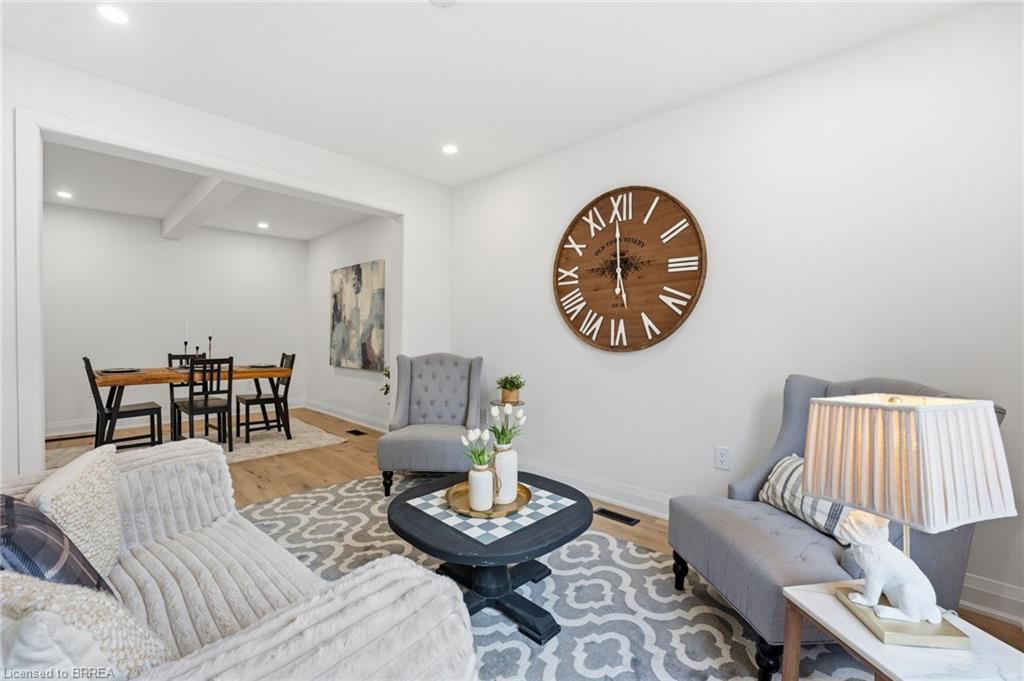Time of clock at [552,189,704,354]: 8:59
